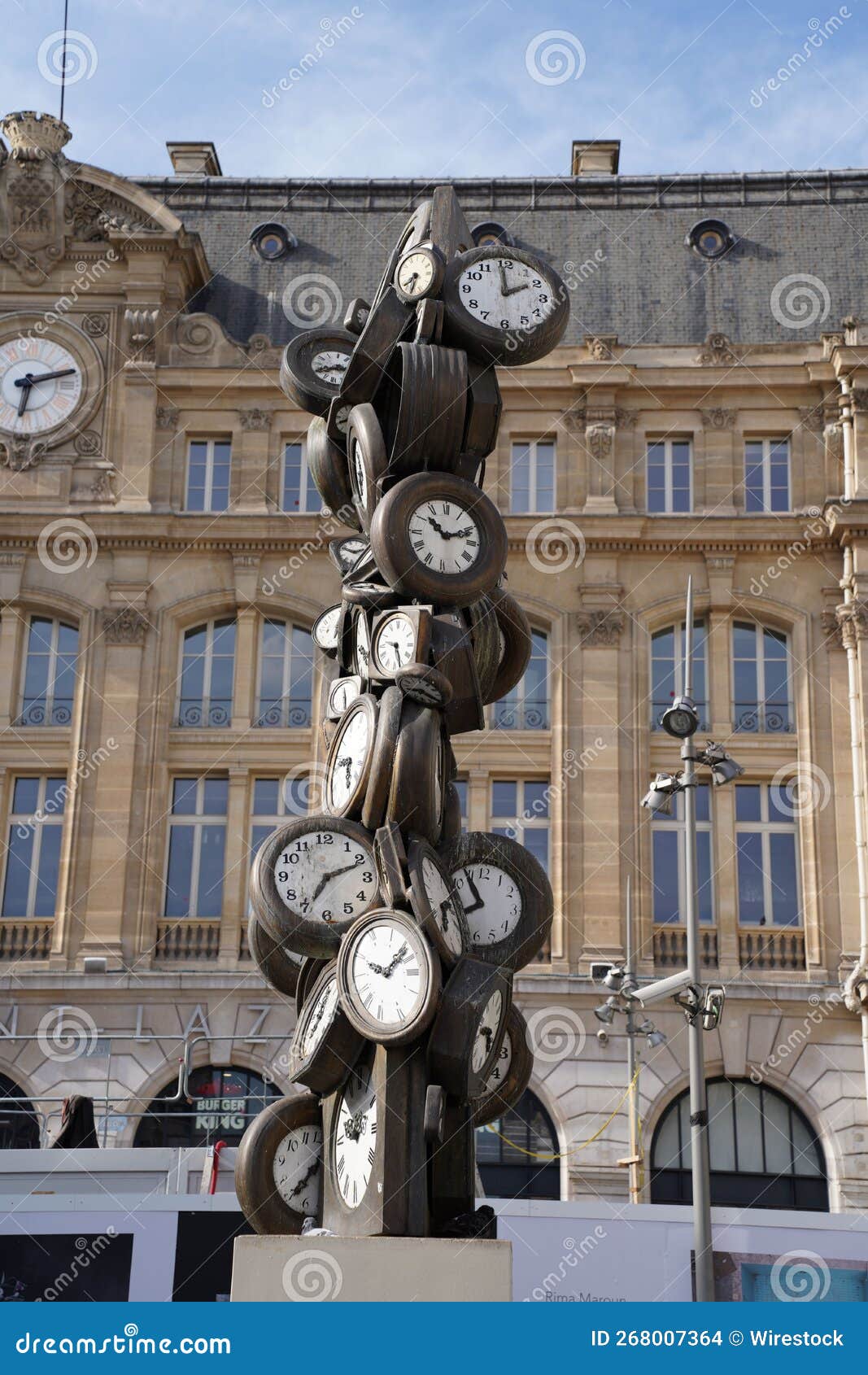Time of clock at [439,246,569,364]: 1:59
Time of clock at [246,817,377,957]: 7:11
